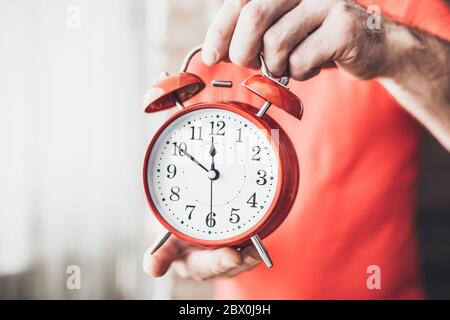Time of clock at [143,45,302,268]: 11:50
